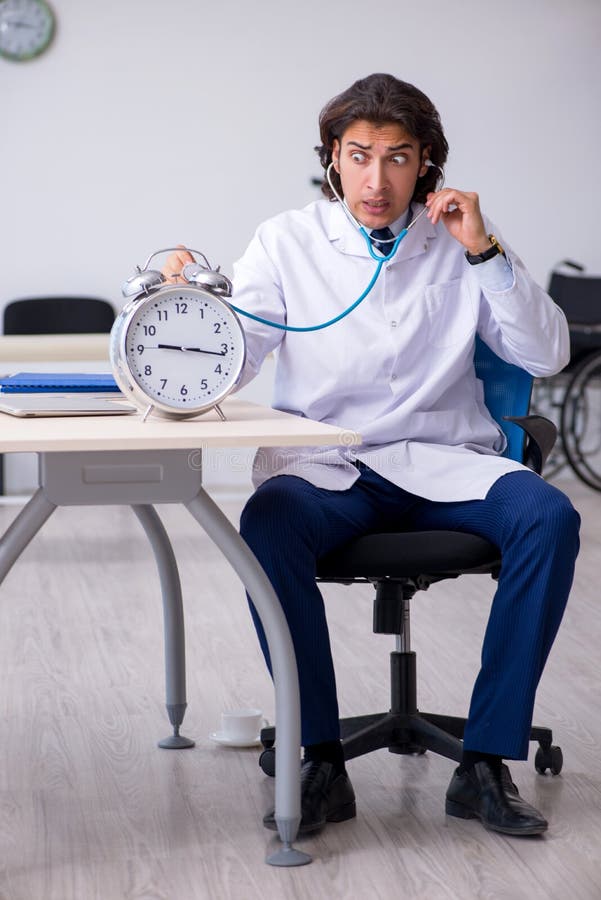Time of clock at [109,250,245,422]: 9:16
